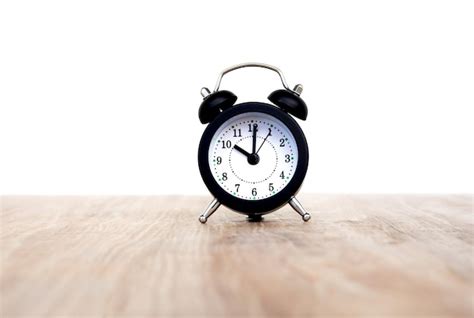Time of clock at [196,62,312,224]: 10:00
